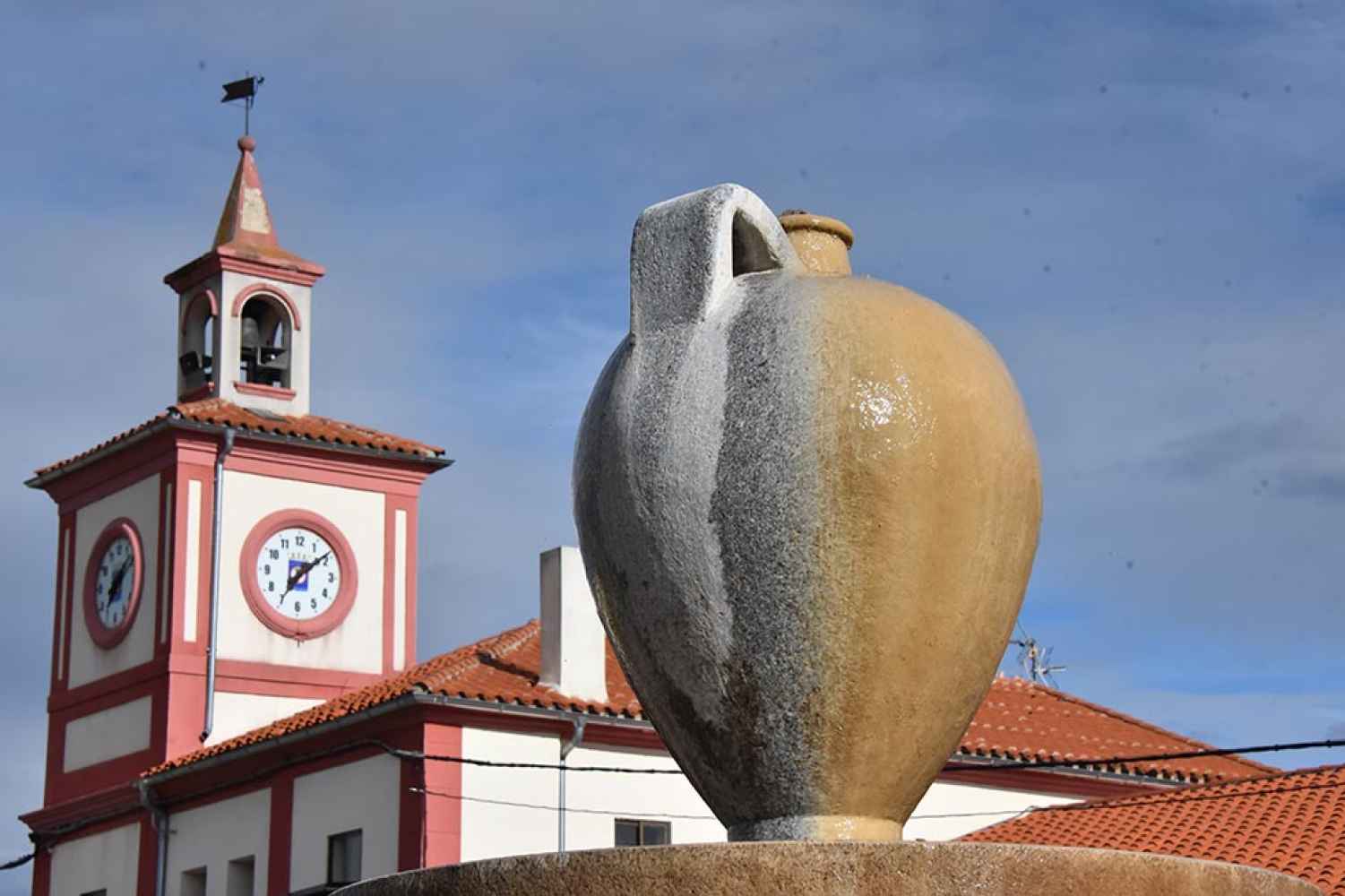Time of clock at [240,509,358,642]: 7:08
